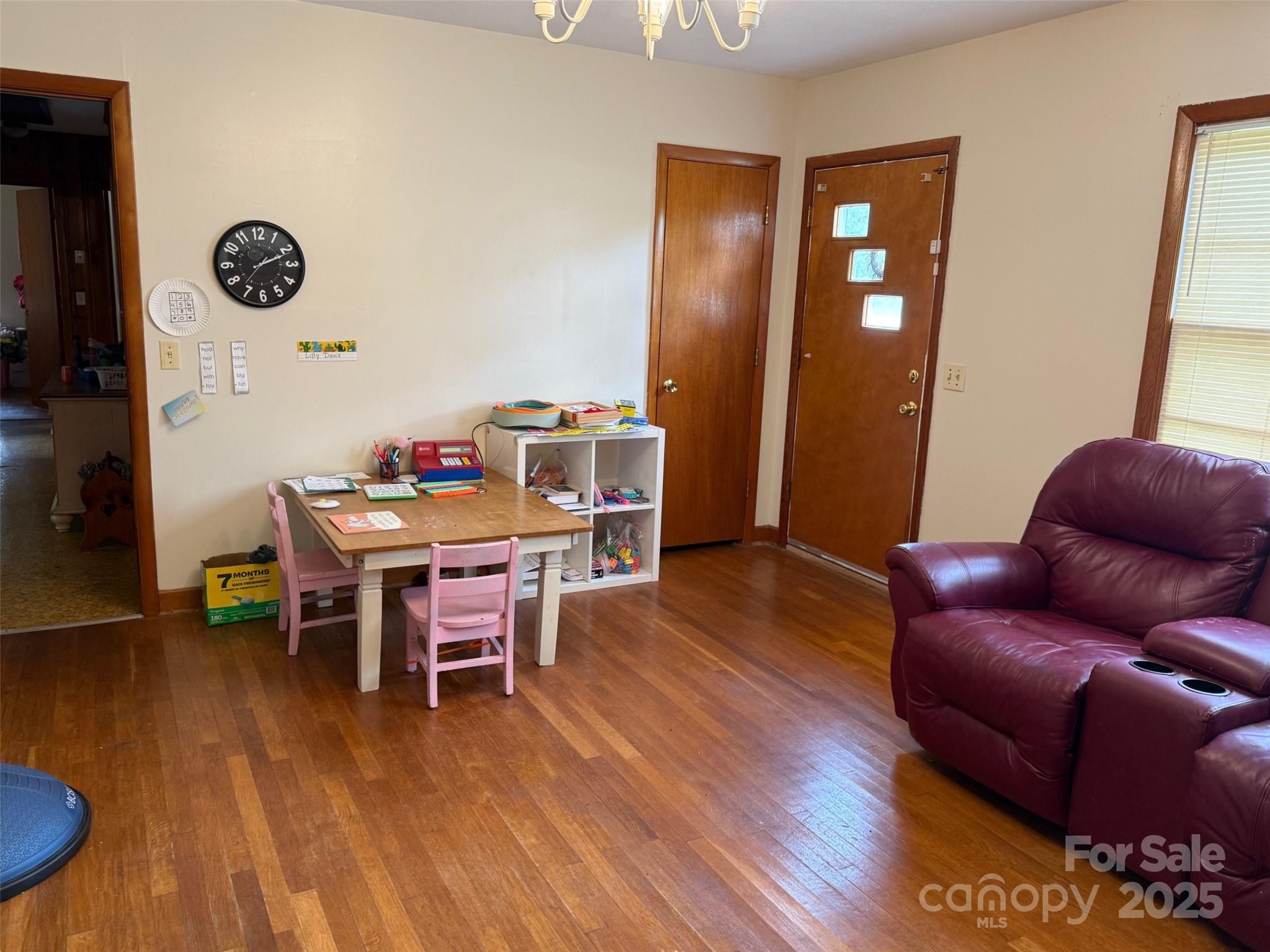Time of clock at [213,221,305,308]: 1:11
